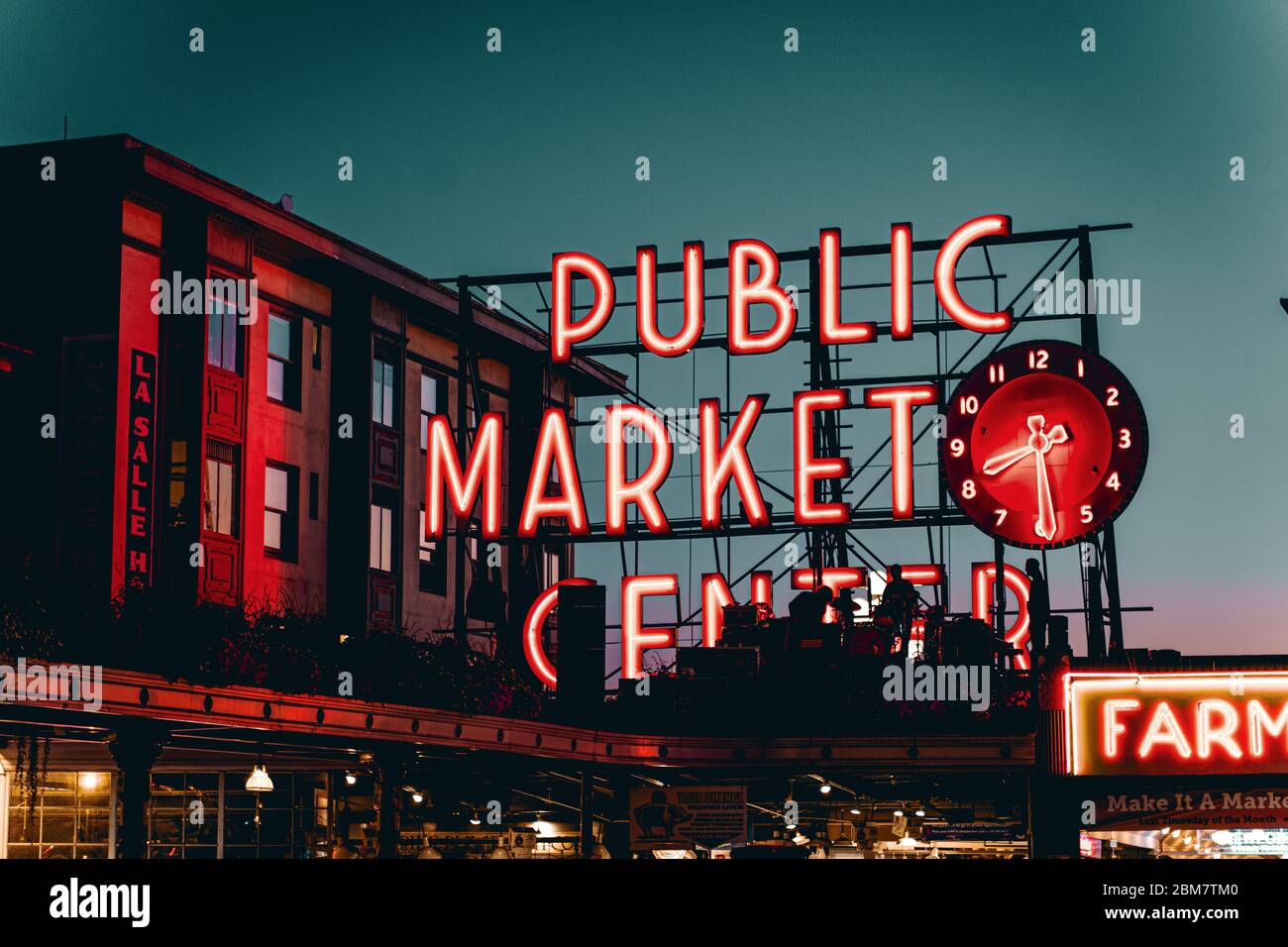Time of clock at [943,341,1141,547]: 8:29
